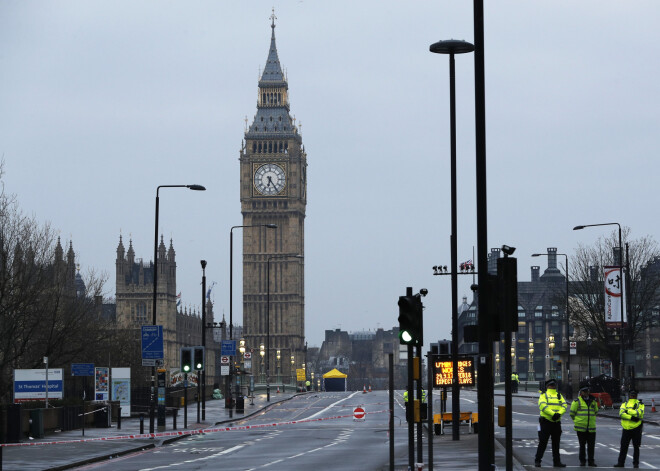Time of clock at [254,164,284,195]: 6:24
